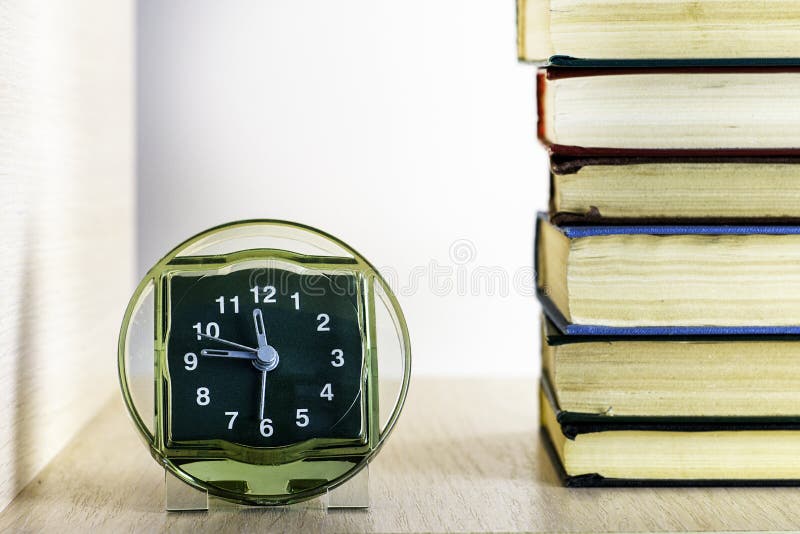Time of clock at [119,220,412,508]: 11:46
